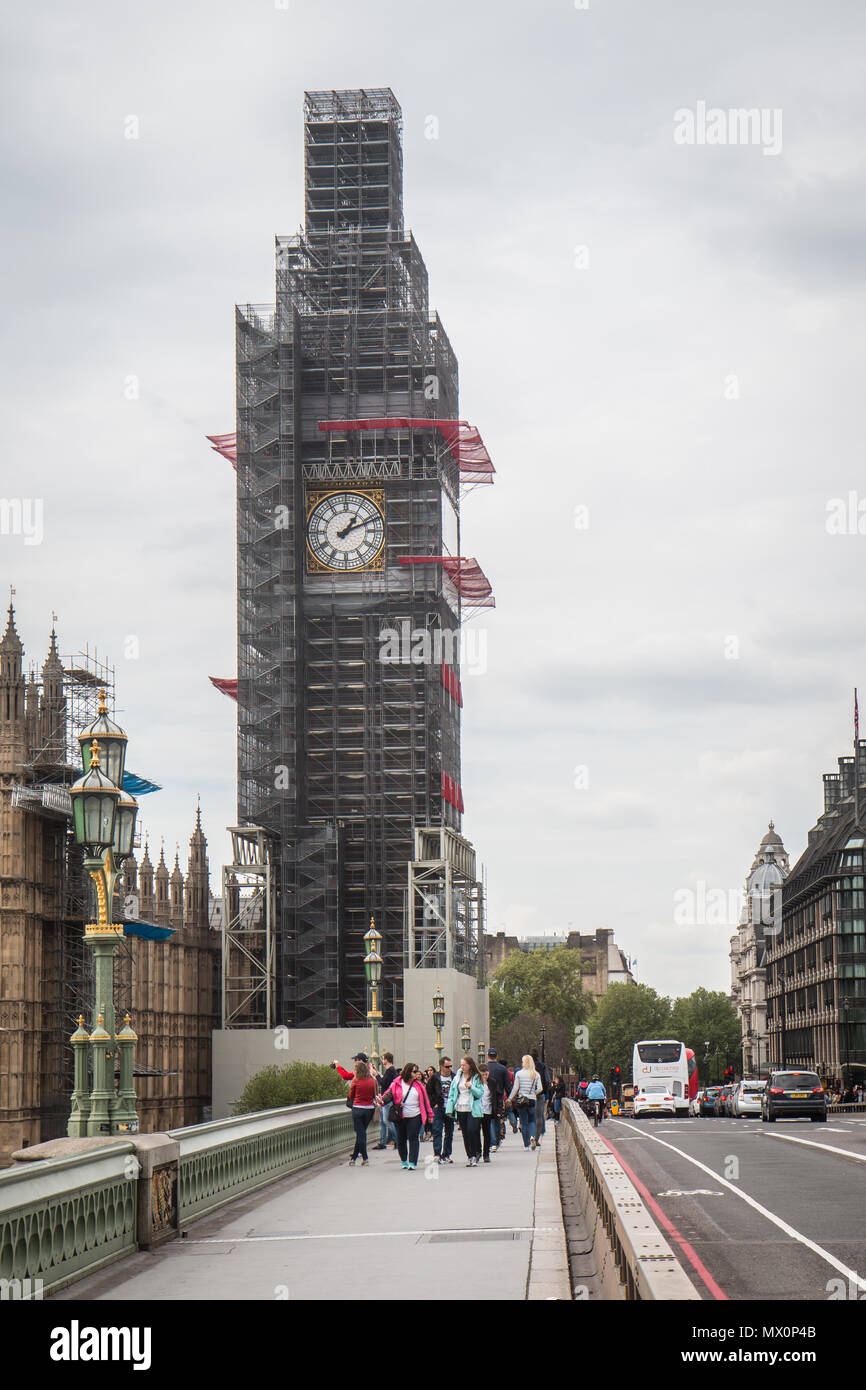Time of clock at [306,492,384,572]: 1:11
